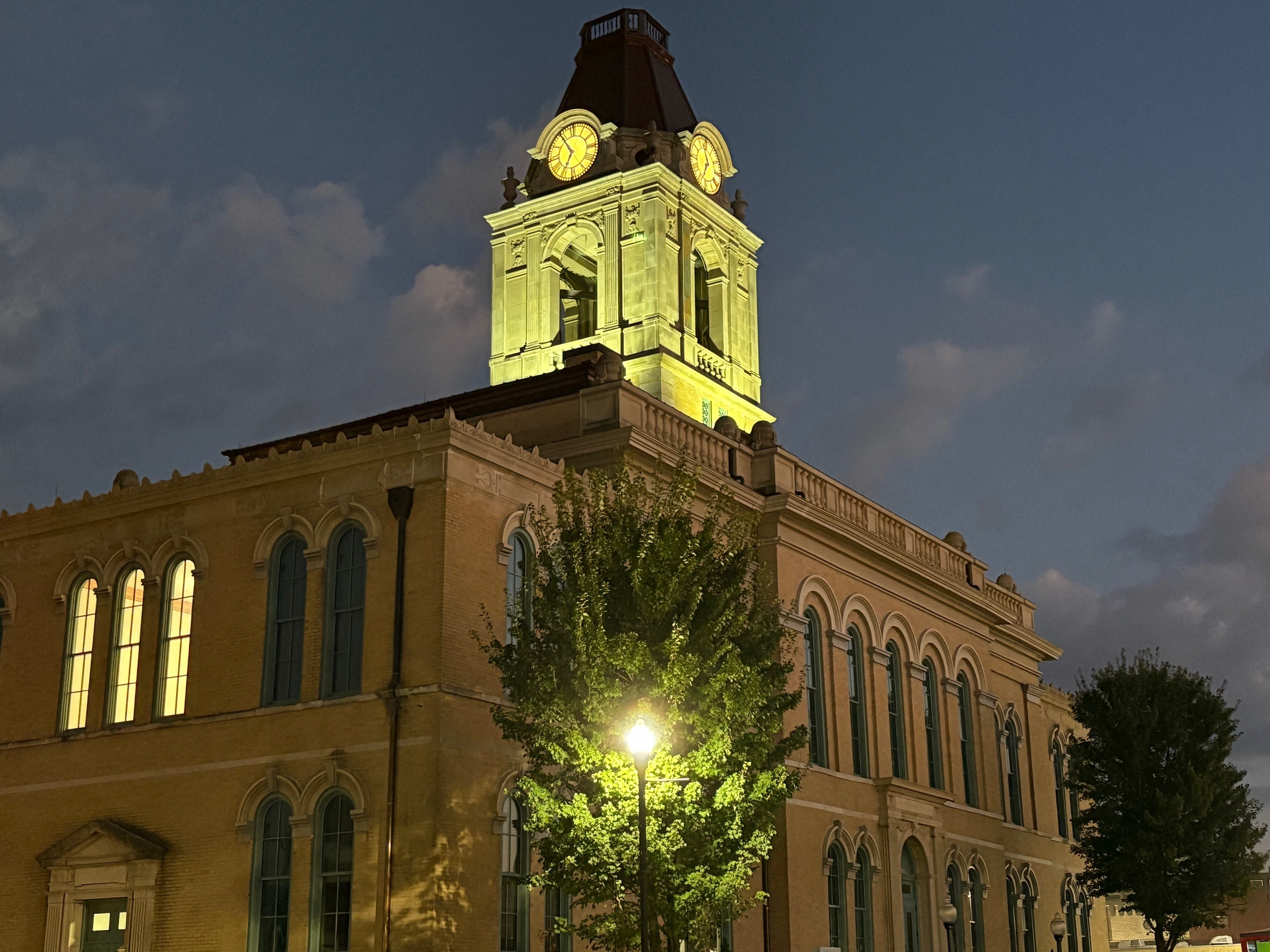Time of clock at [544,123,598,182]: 6:54
